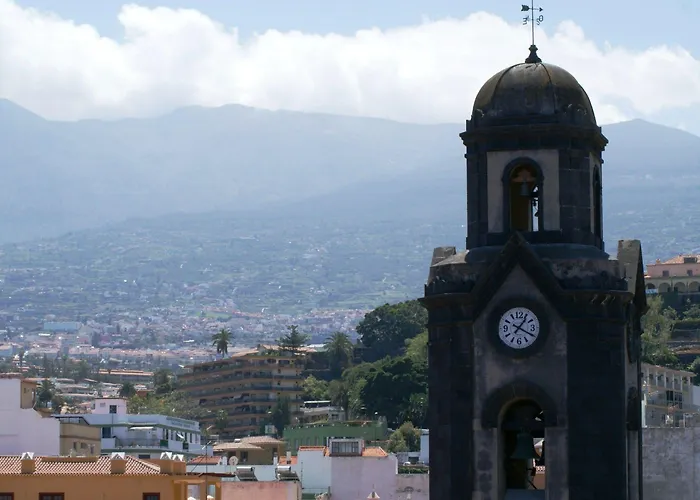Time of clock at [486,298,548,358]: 1:19
